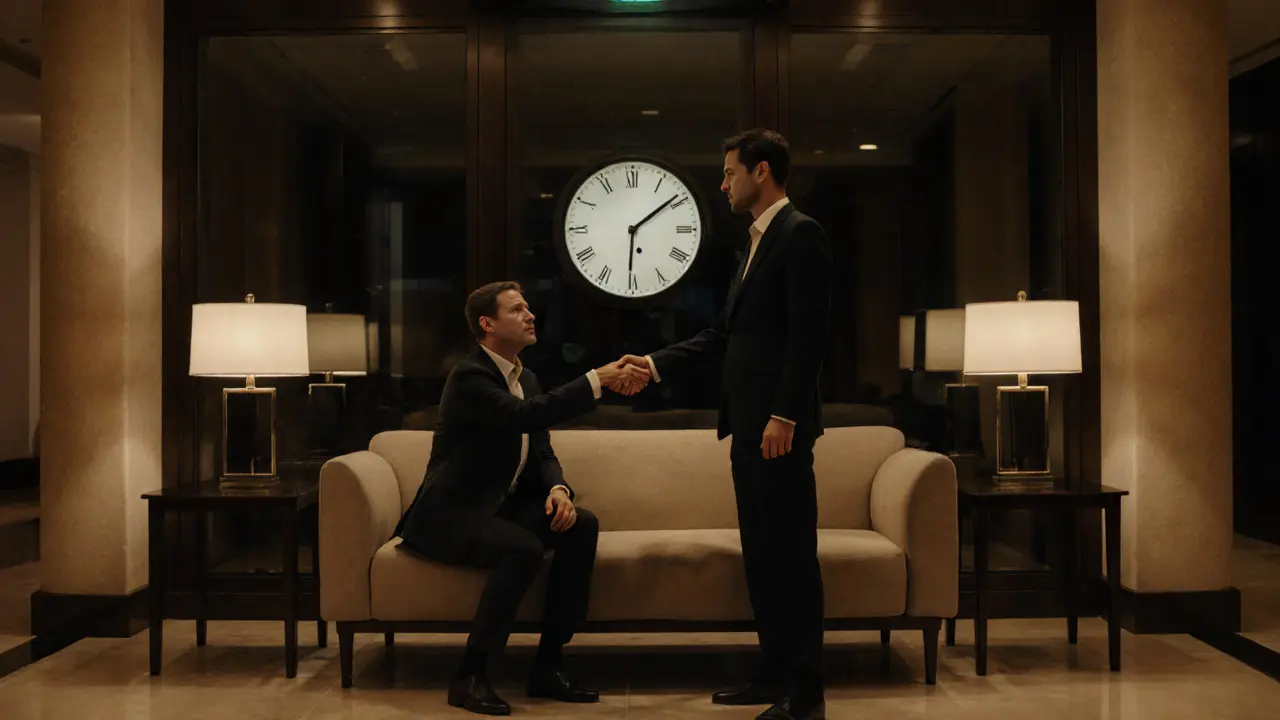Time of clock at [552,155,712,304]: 6:08
